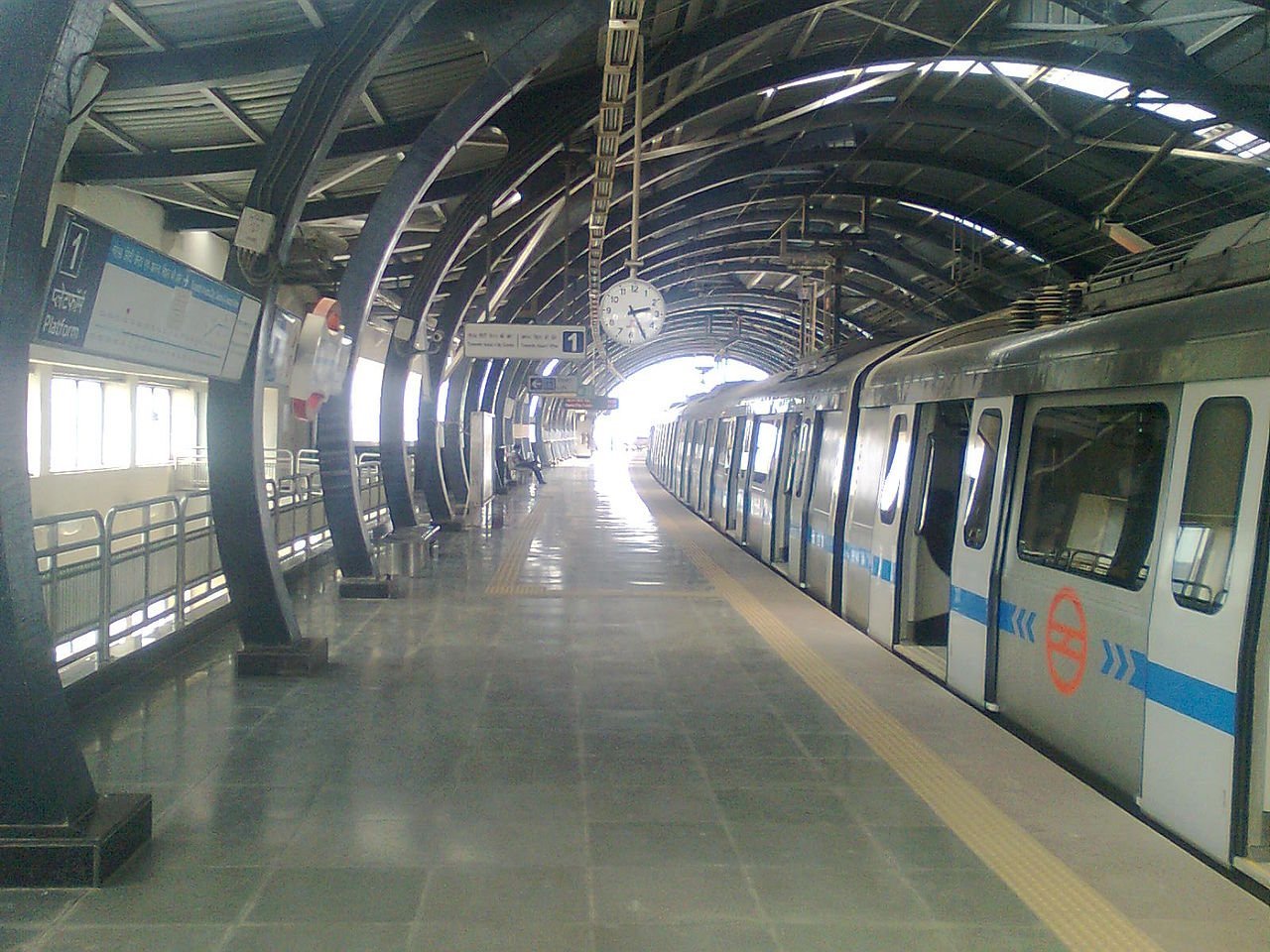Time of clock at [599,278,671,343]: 2:24
